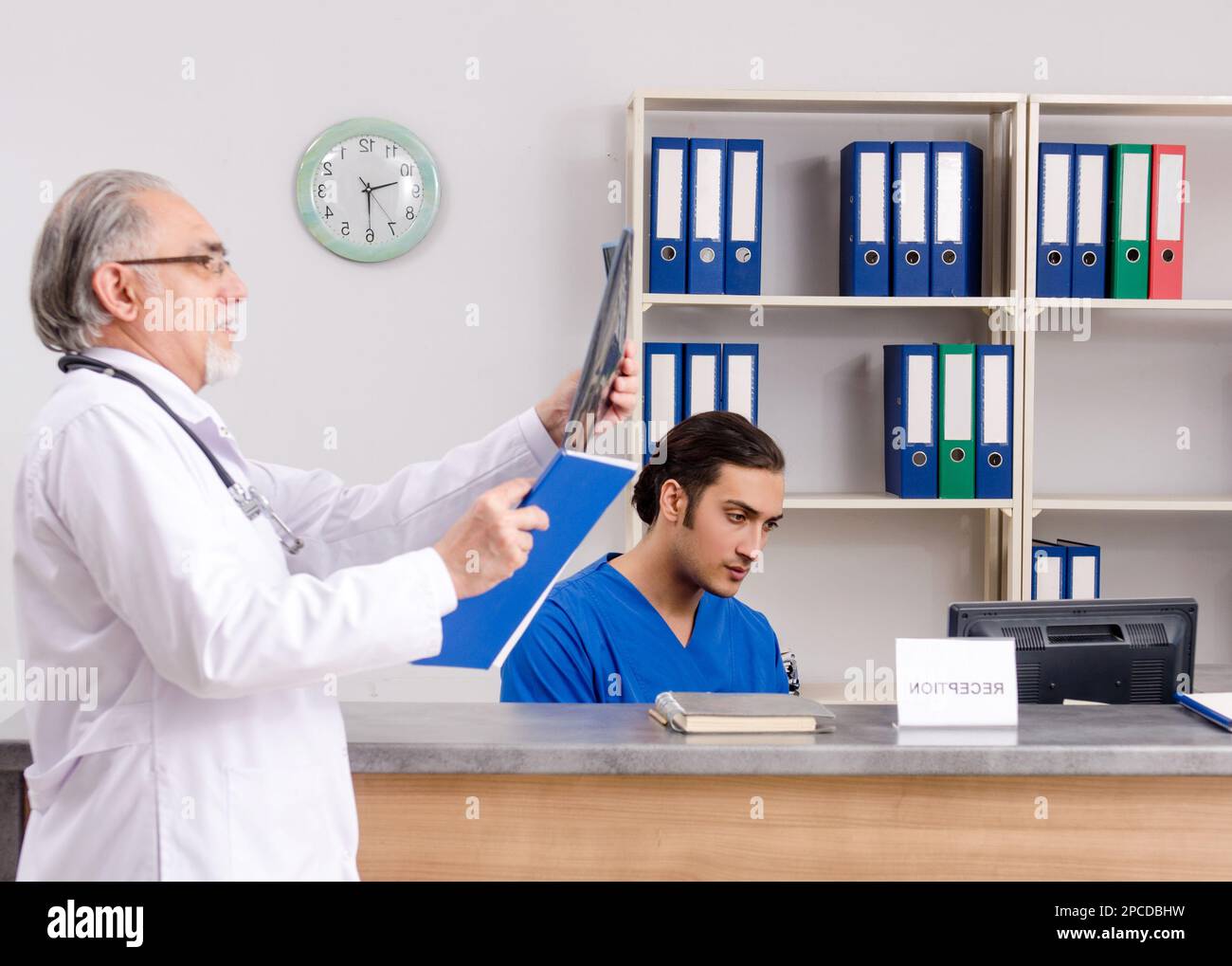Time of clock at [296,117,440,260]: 2:29
